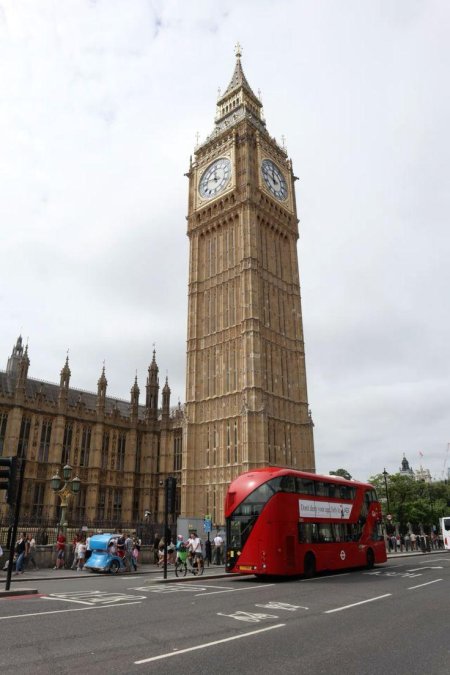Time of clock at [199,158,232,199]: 11:46
